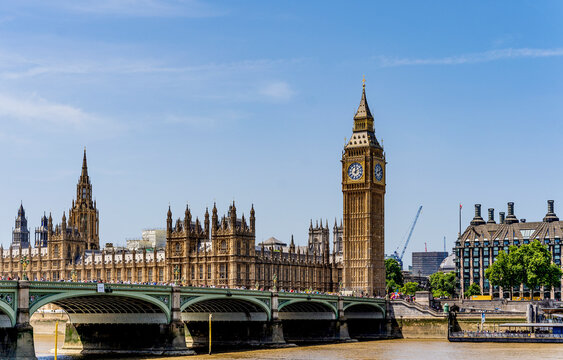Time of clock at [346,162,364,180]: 12:10
